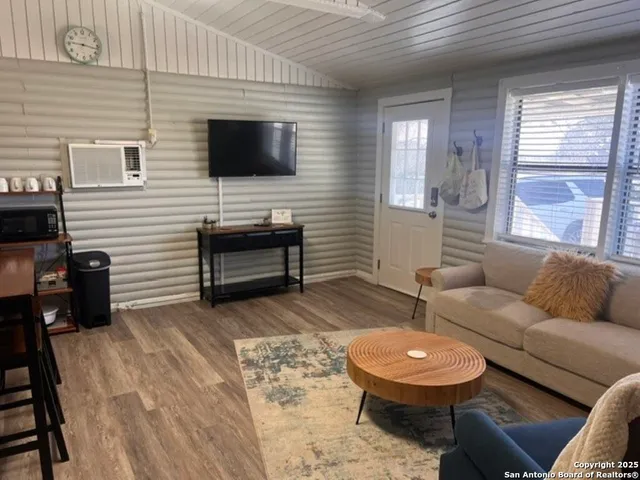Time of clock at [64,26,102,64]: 9:17
